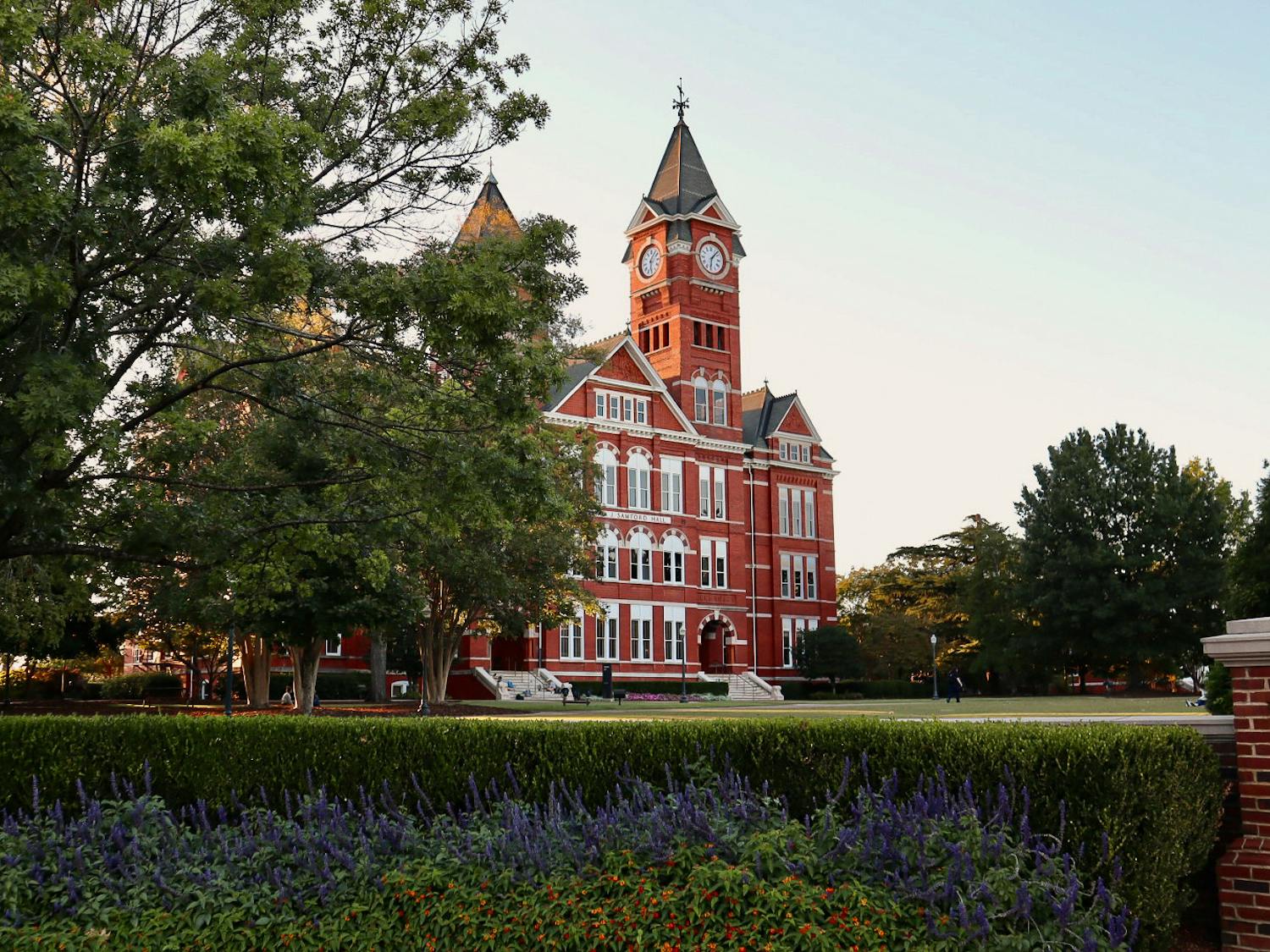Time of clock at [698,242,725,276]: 6:06
